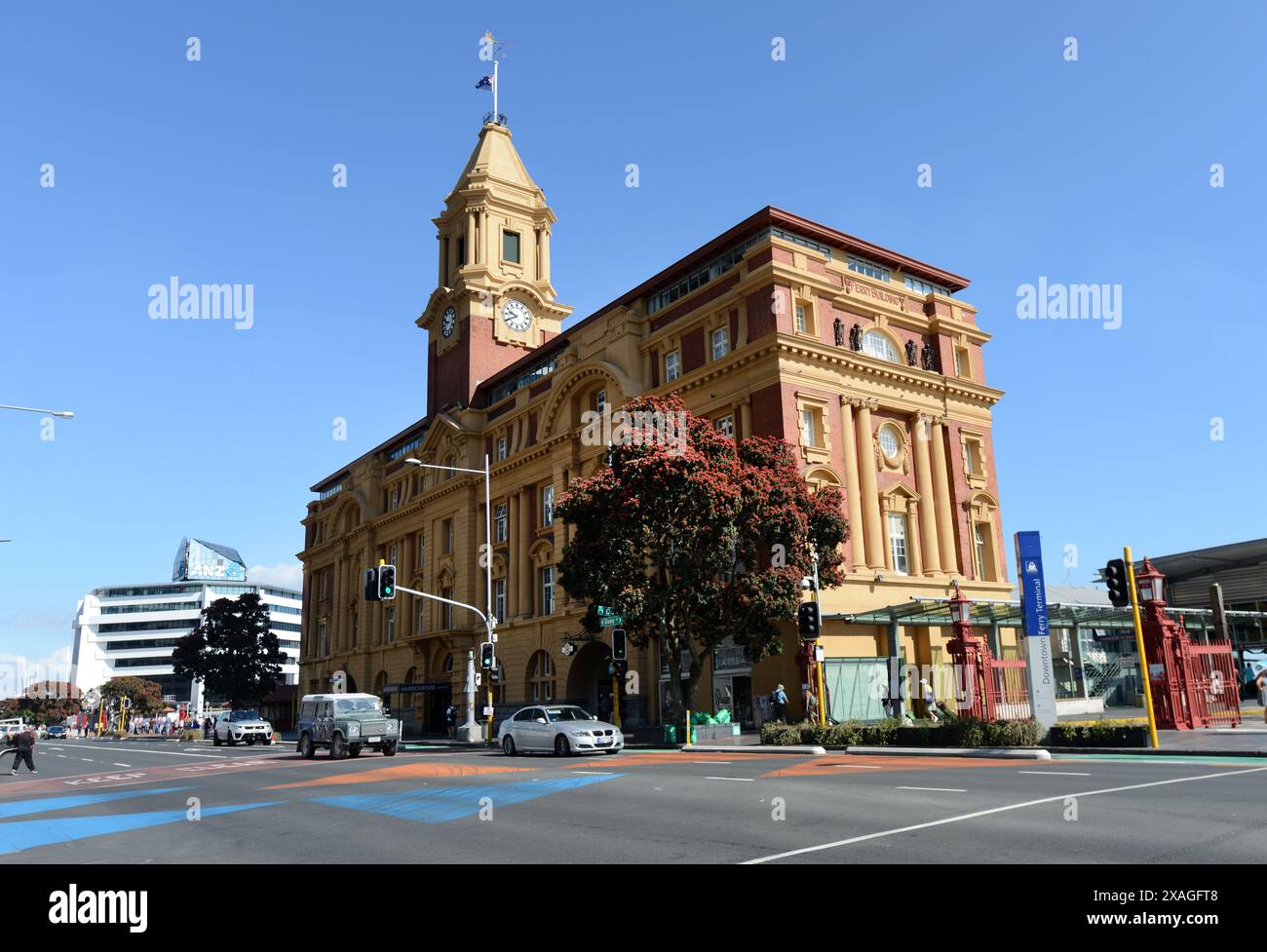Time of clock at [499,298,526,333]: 9:40
